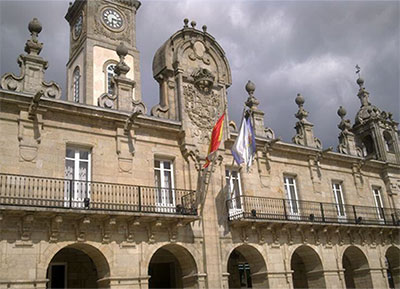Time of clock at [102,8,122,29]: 6:15
